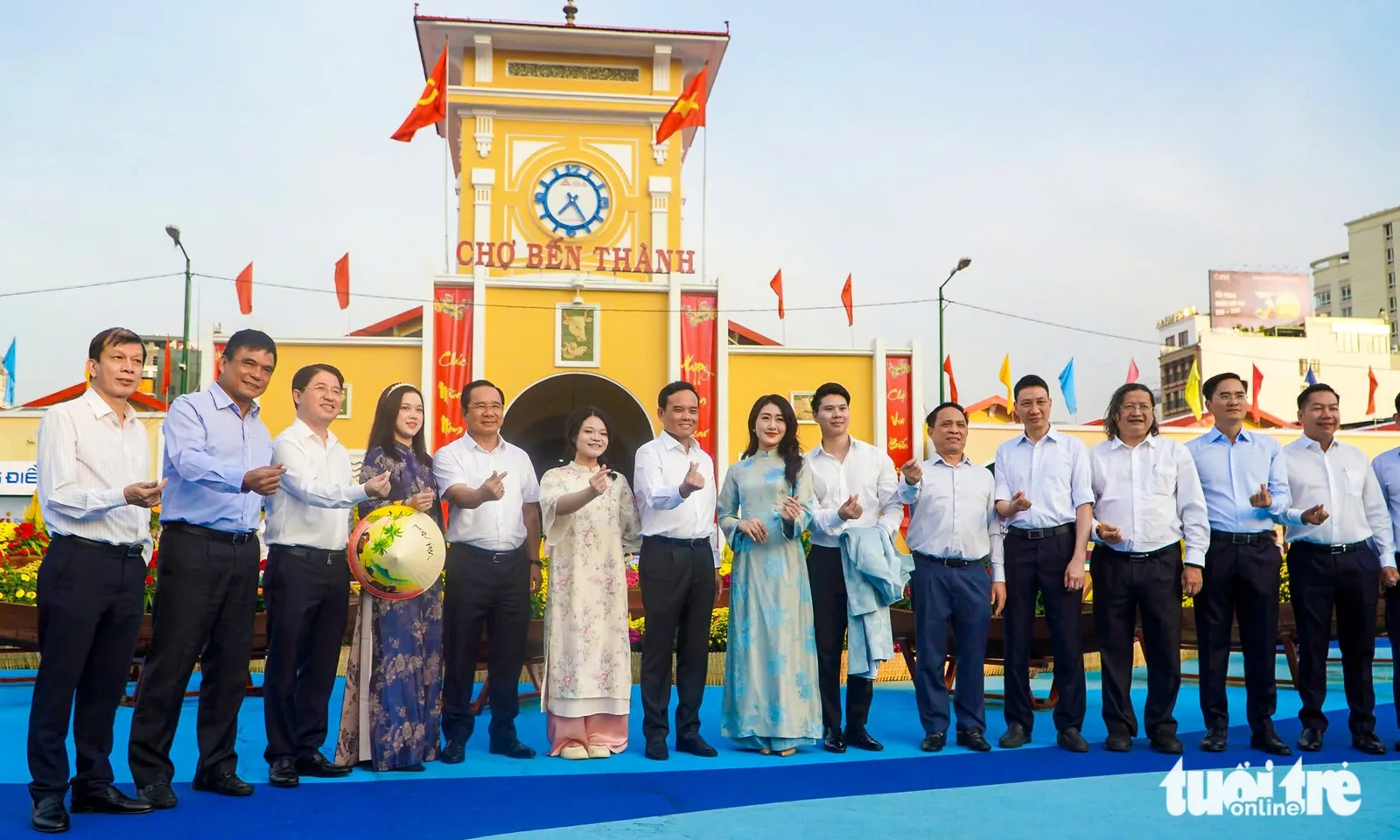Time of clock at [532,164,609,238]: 7:24
